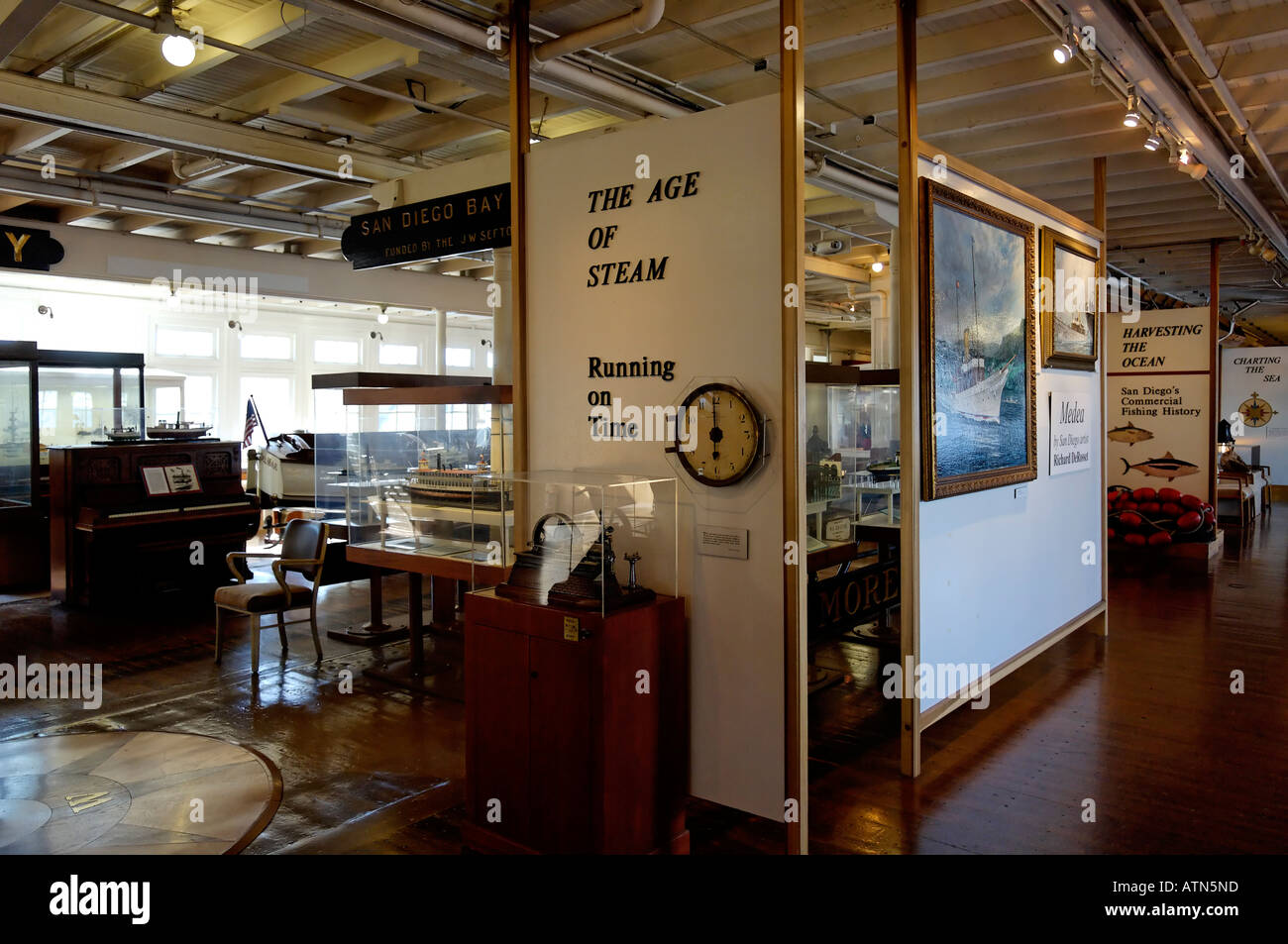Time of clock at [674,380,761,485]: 5:59
